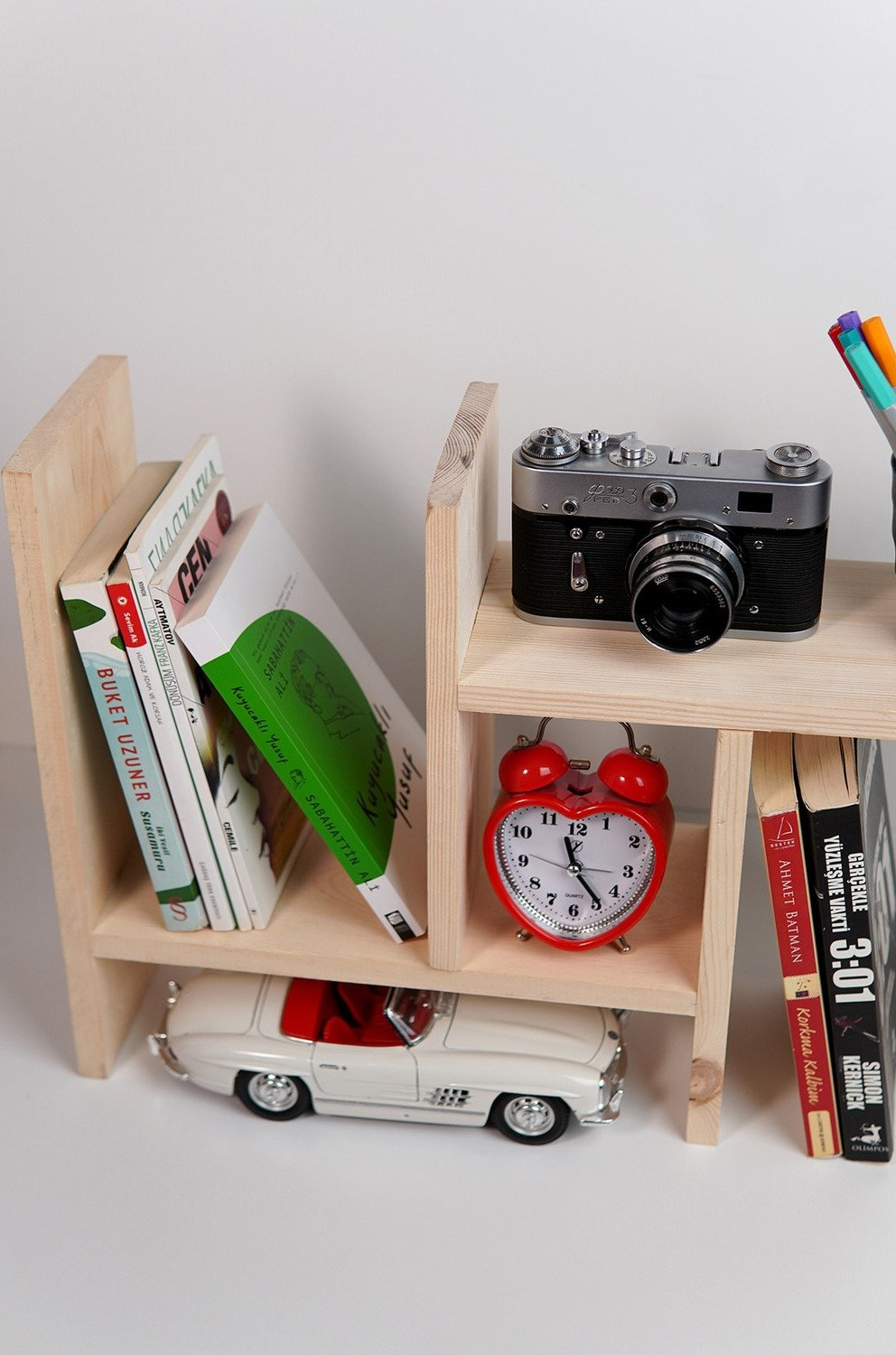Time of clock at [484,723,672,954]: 11:23
